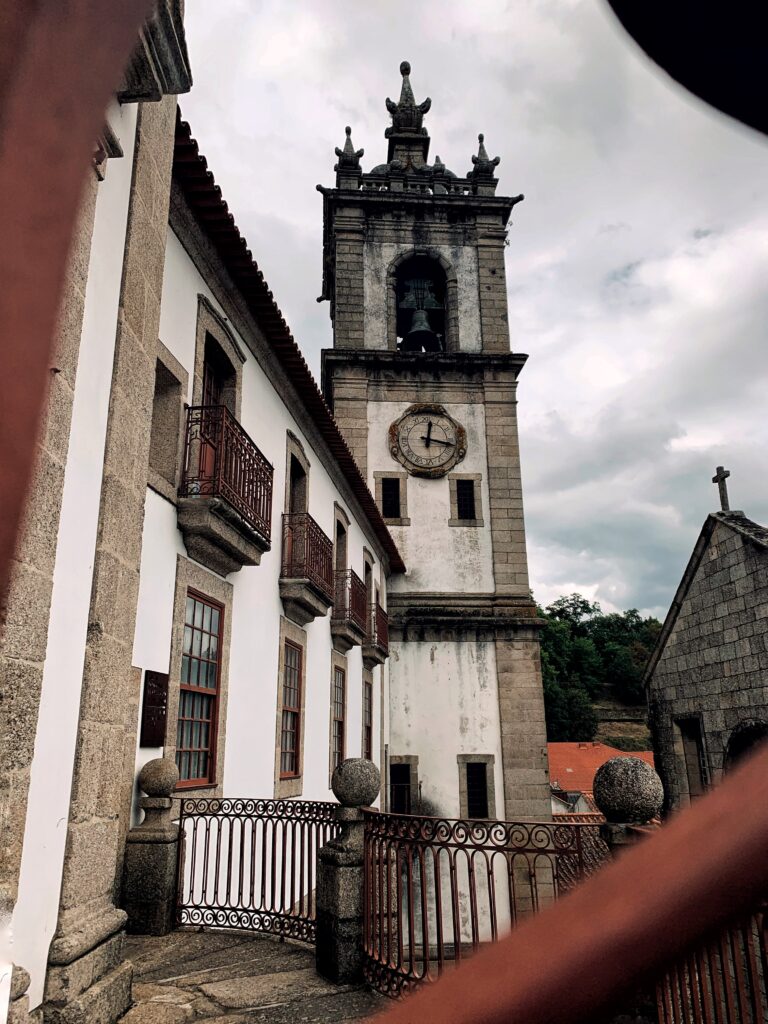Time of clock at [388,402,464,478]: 12:17
